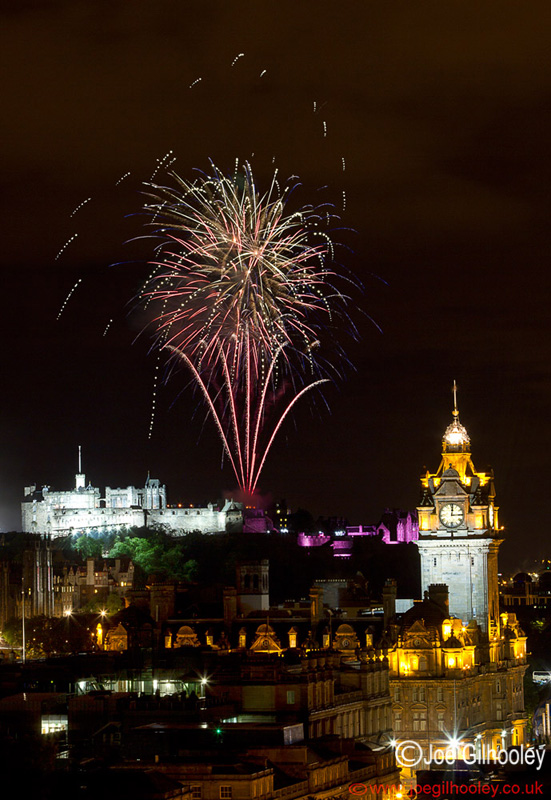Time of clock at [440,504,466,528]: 12:14
